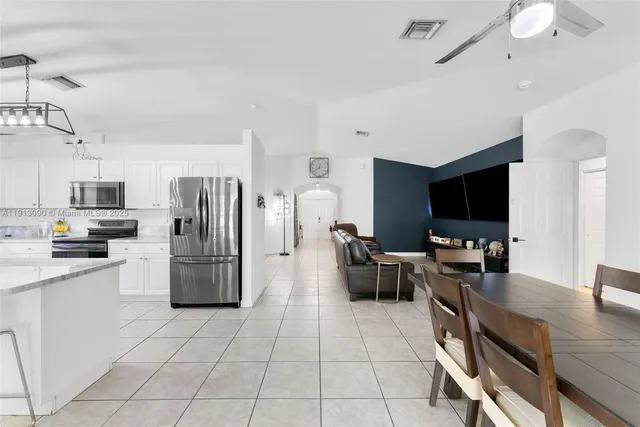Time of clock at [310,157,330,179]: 12:39
